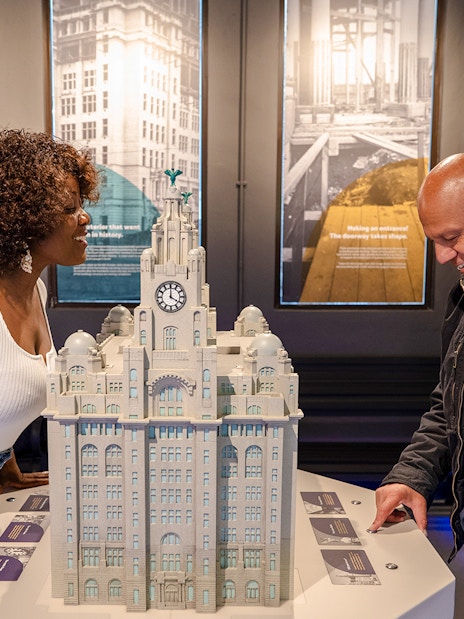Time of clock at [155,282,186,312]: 4:00
